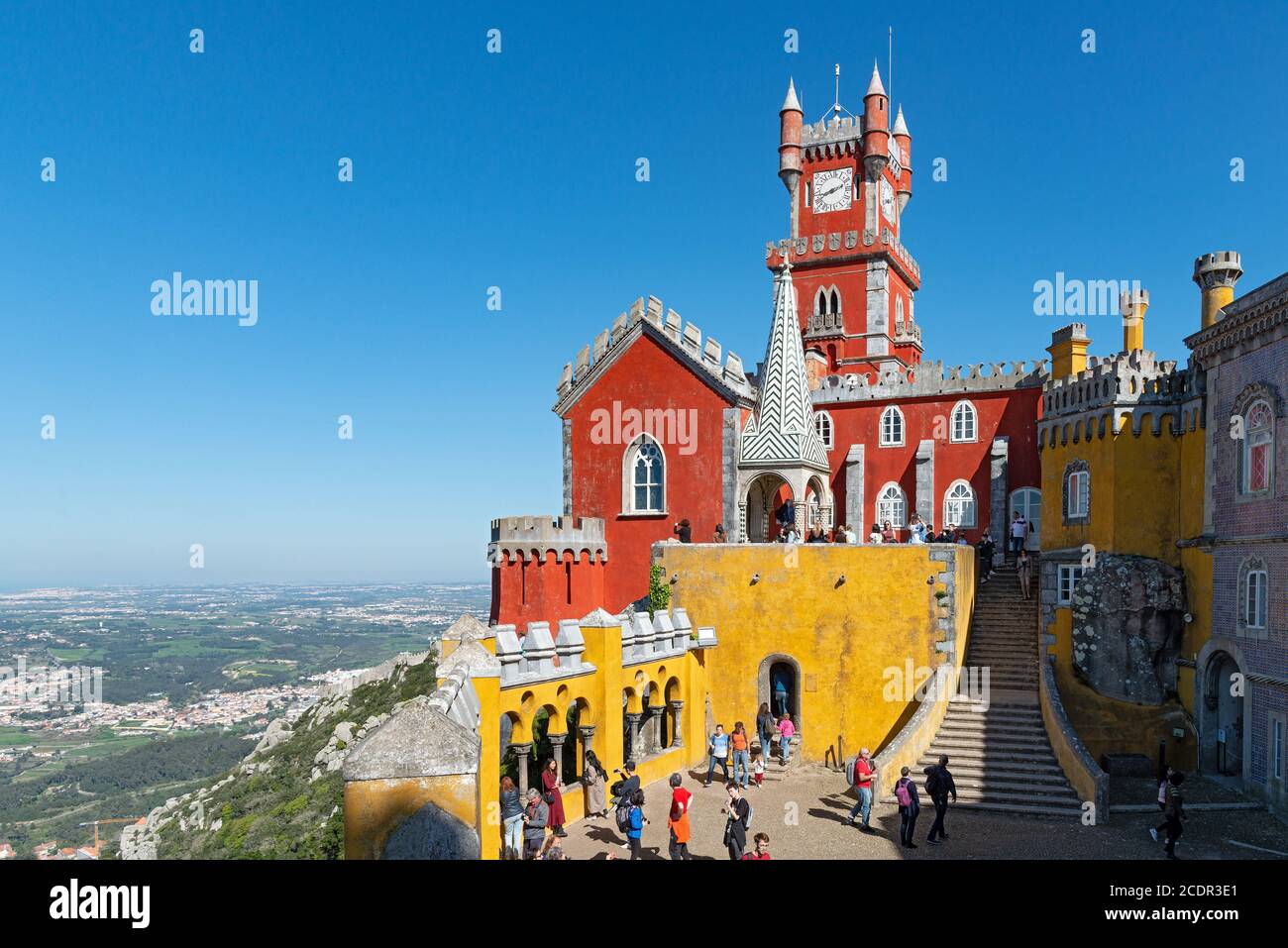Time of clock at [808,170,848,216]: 8:11
